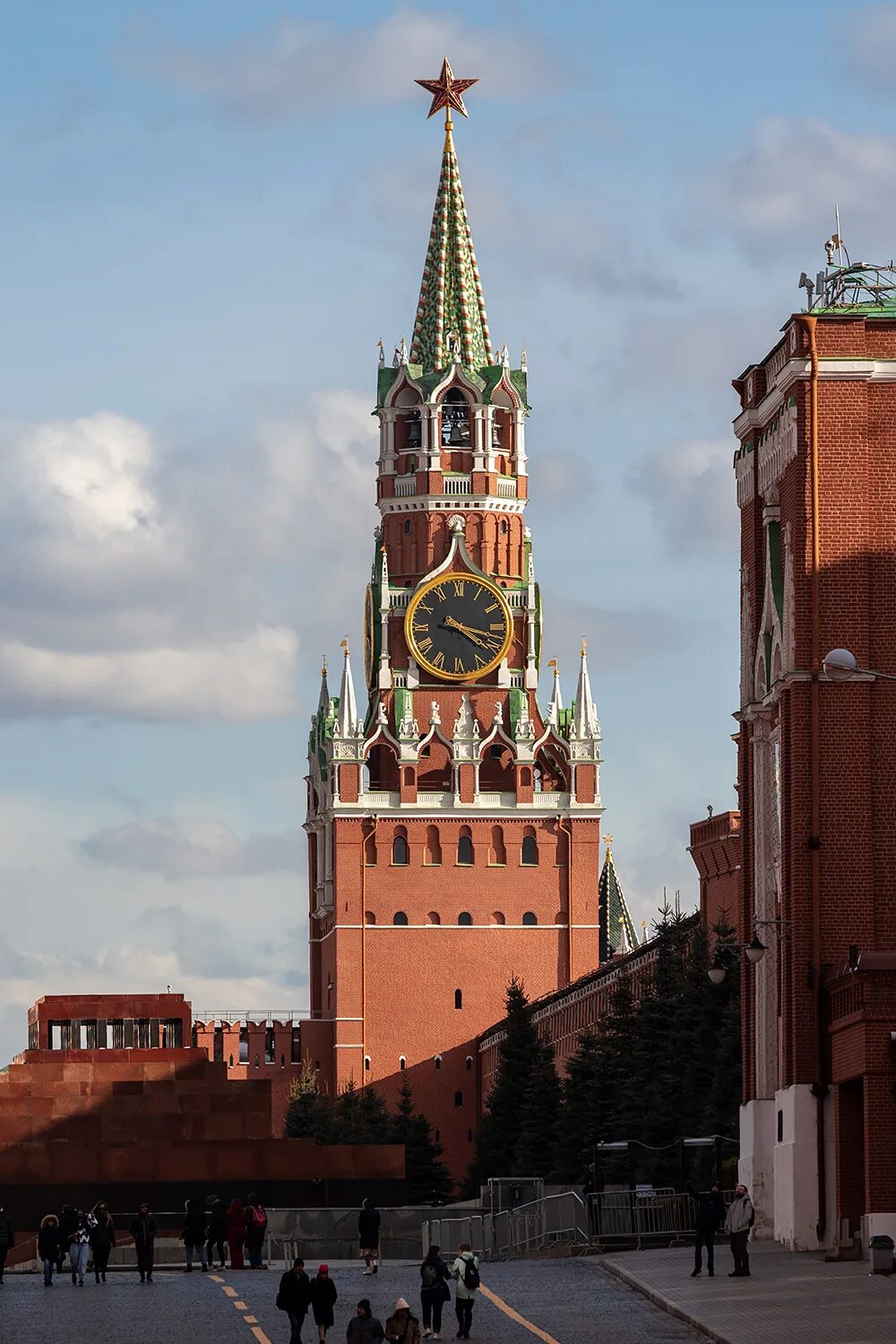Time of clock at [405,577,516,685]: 4:17
